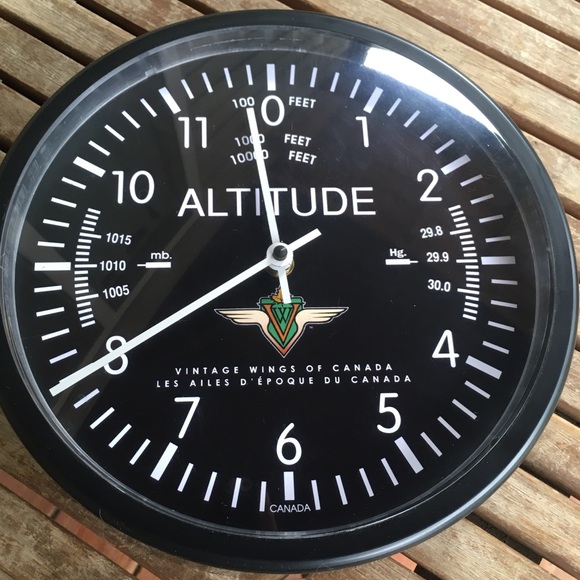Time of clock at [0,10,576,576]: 7:58
